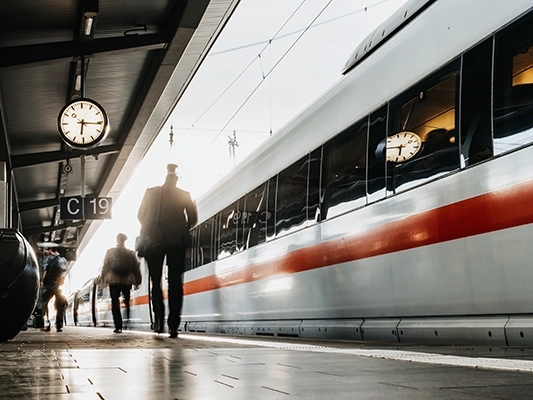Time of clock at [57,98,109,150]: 6:15
